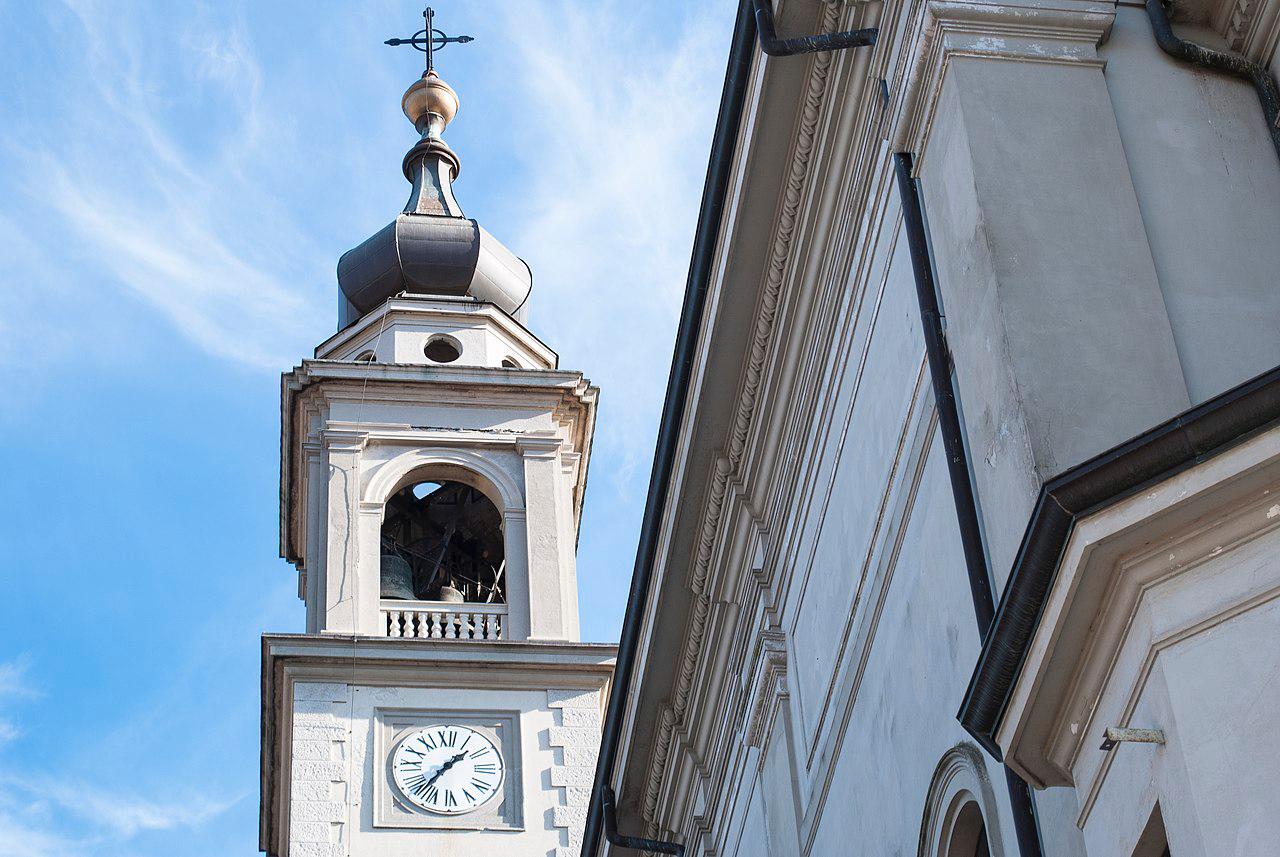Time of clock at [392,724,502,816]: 1:36
